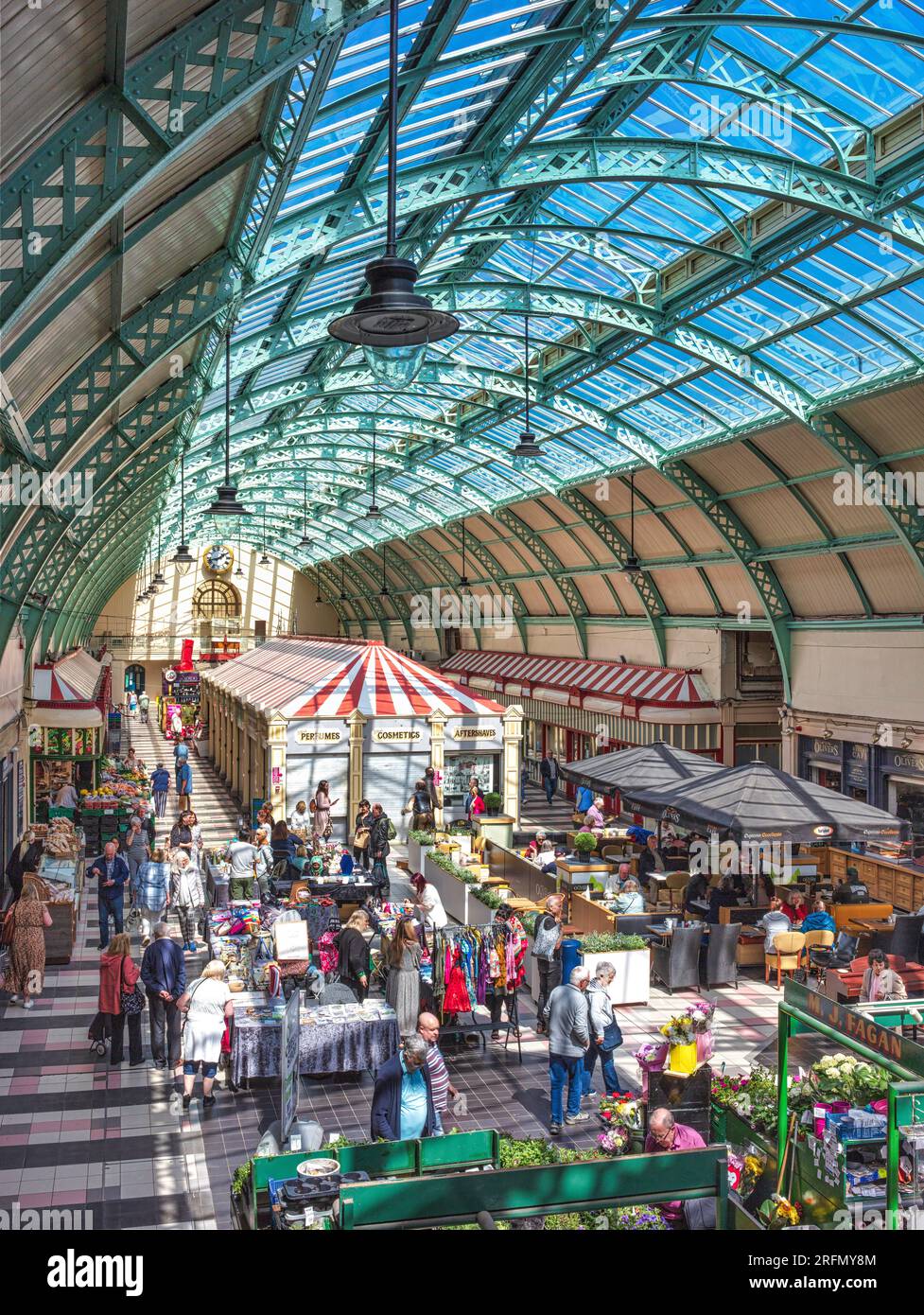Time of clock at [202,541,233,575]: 1:42
